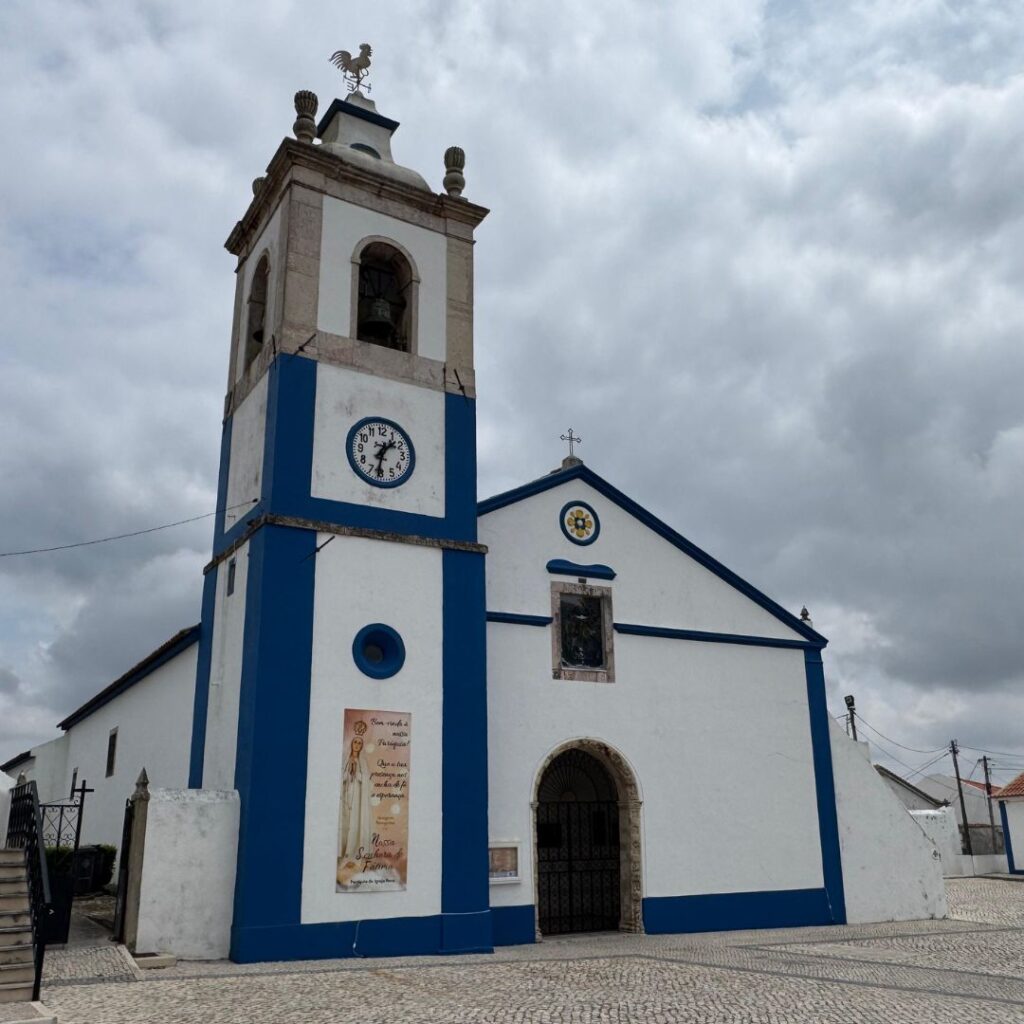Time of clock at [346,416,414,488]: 1:31
